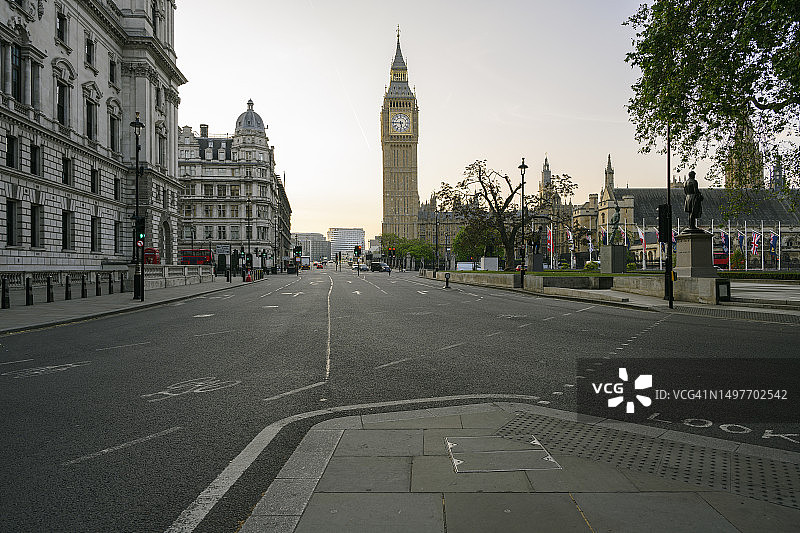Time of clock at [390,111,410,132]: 5:45
